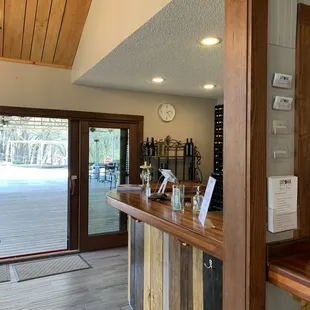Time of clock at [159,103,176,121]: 2:23
